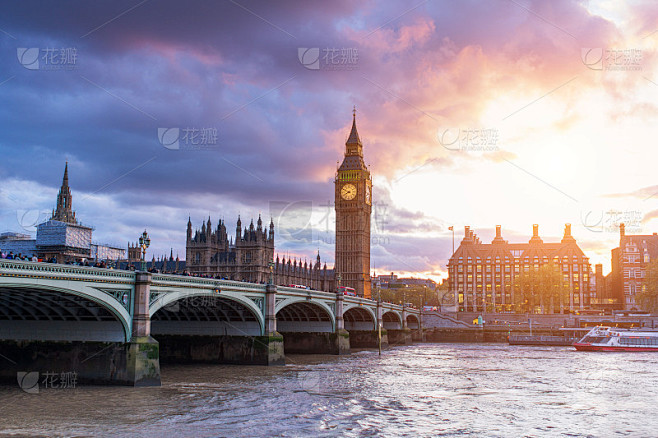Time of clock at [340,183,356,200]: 7:49
